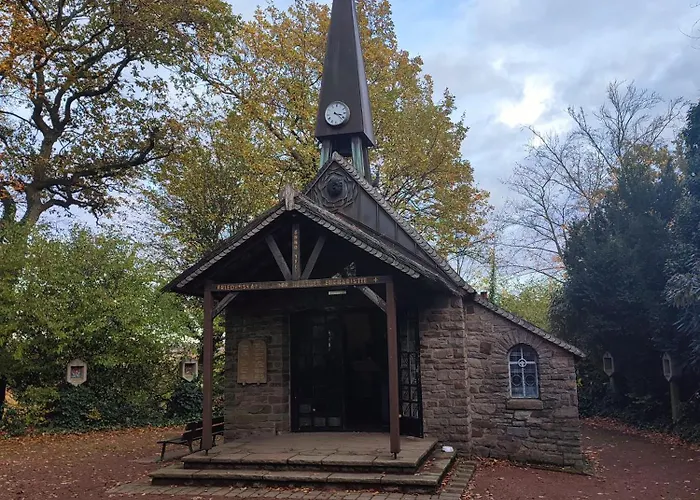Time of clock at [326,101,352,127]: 3:21
